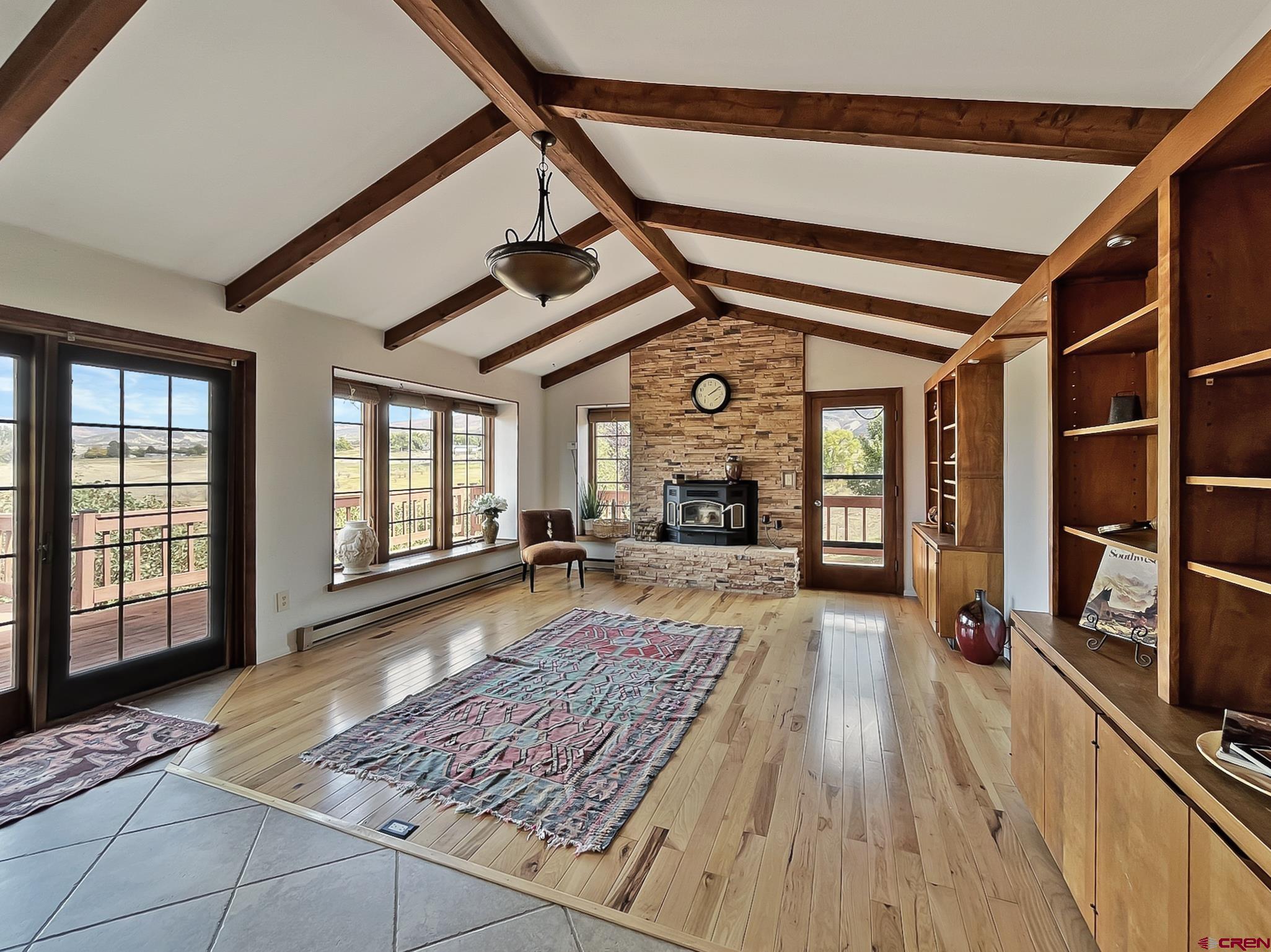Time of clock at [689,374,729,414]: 2:09
